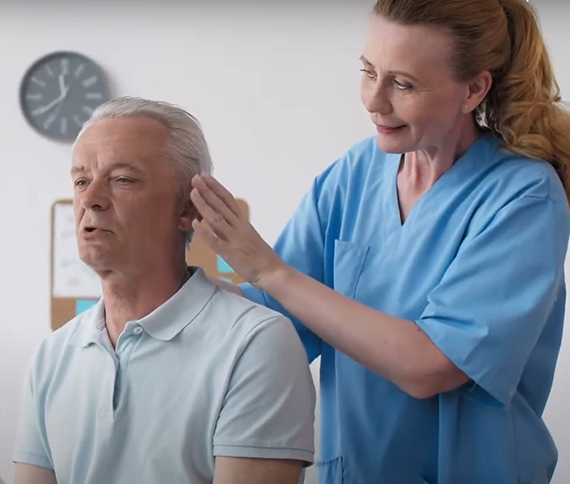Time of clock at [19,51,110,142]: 11:37
